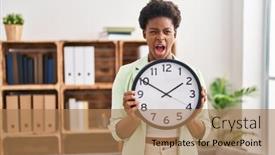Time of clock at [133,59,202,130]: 1:50
